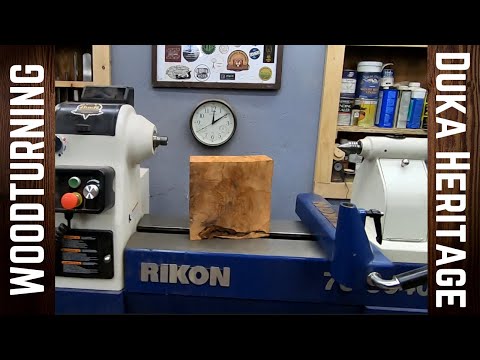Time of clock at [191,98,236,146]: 12:09
